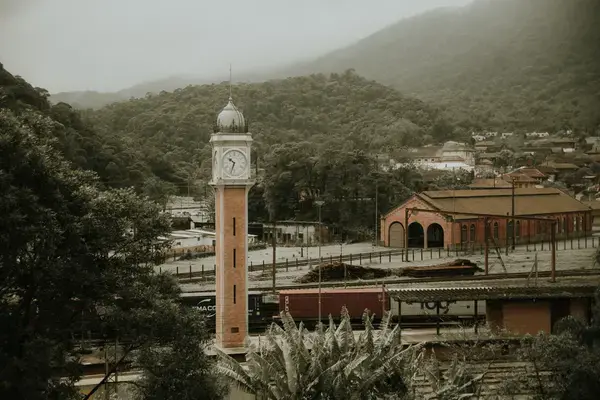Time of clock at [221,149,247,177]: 10:33
